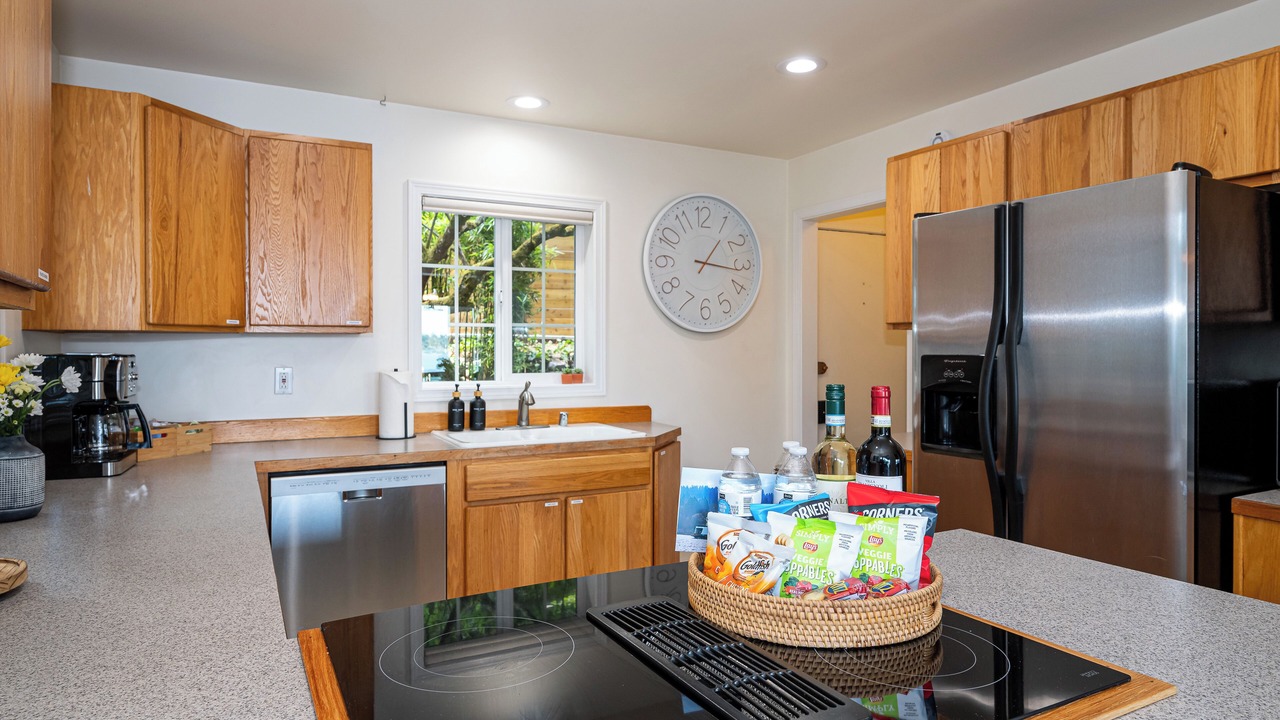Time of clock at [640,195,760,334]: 1:16
